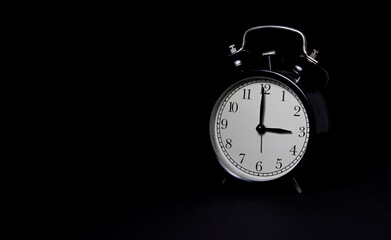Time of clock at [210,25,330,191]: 2:59
